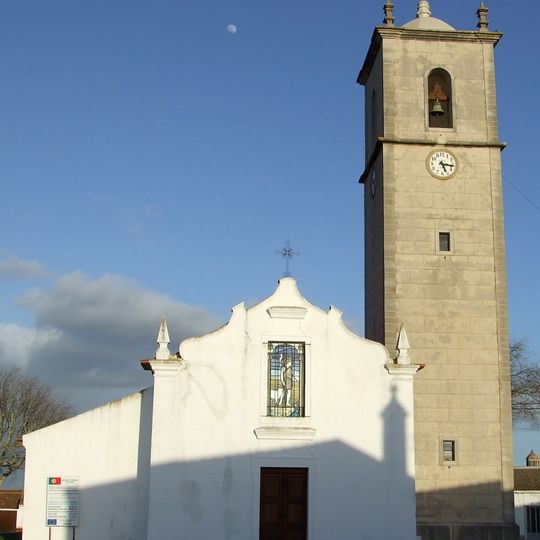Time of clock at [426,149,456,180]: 5:16
